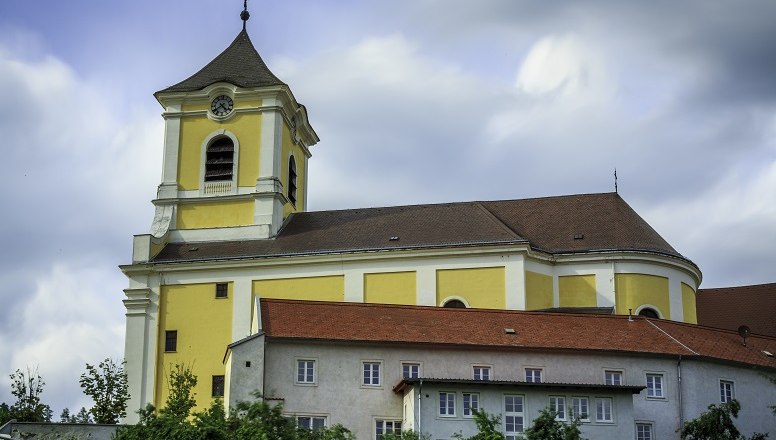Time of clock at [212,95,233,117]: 4:38
